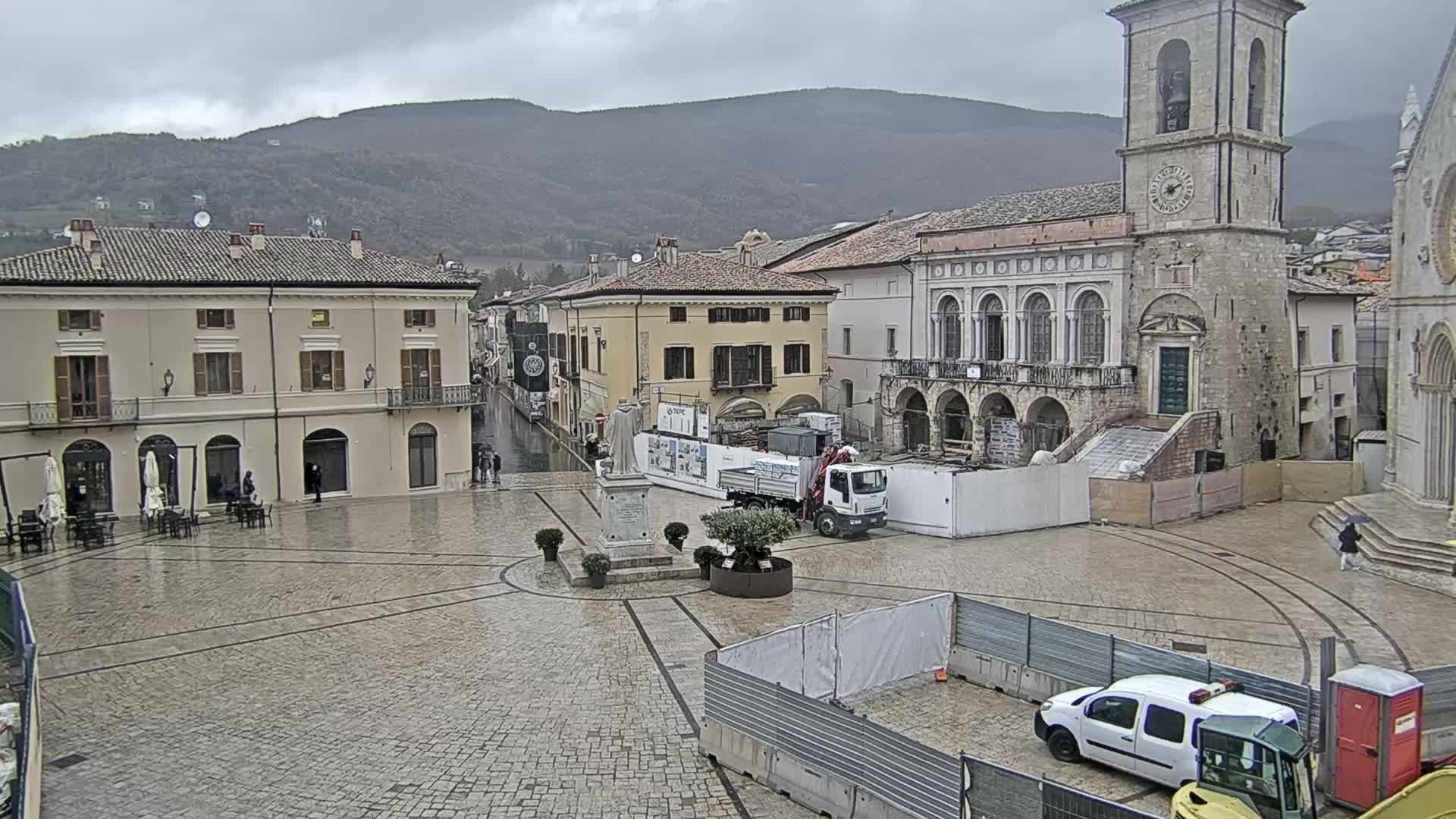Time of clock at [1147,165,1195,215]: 8:11
